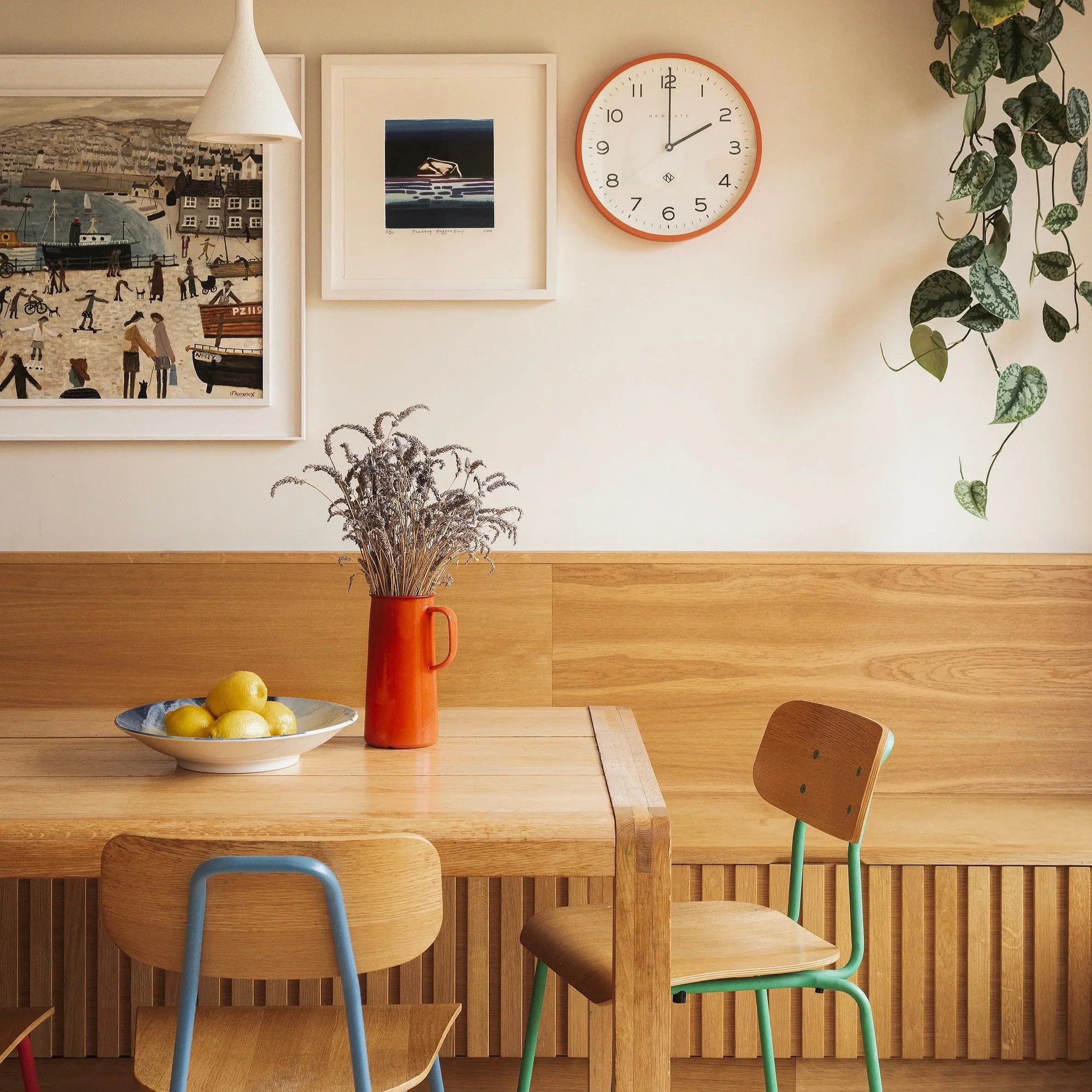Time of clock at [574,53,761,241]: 2:00
